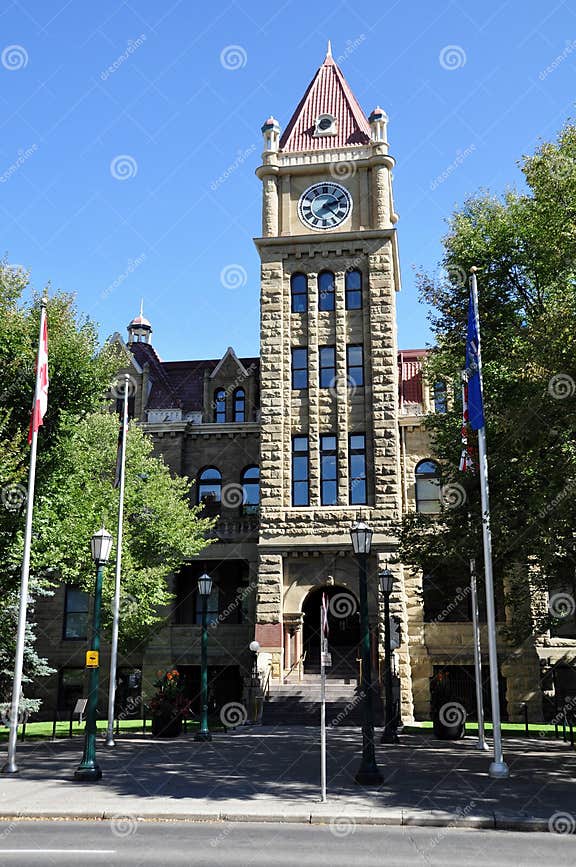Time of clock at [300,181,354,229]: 2:22
